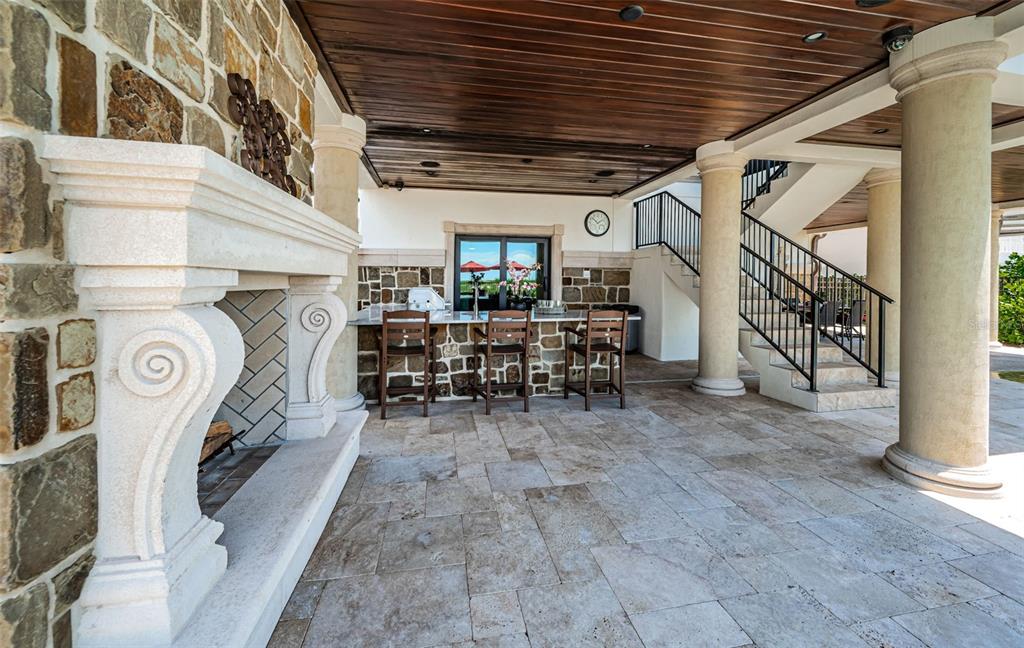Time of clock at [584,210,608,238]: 1:51
